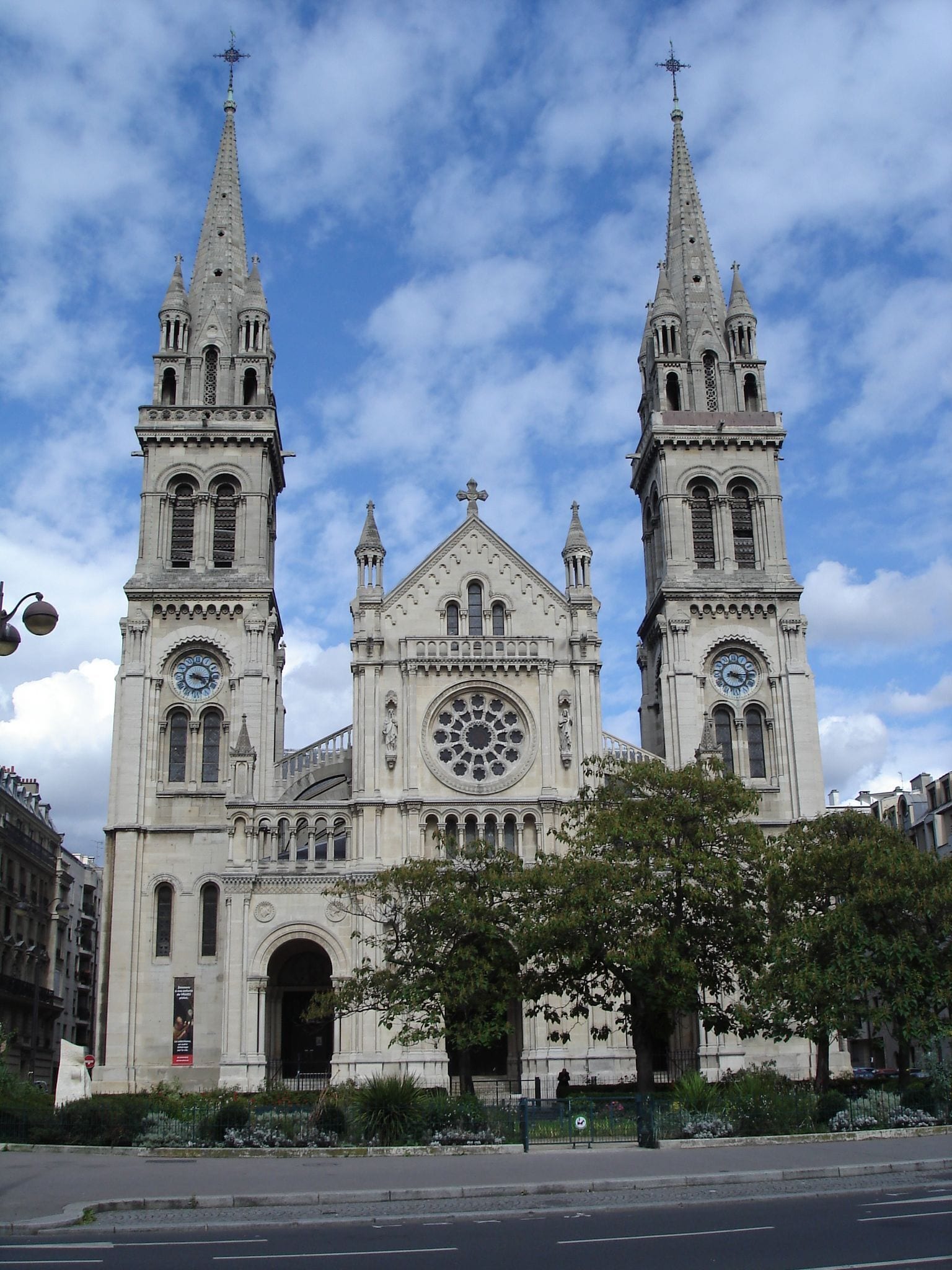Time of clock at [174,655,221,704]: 4:16
